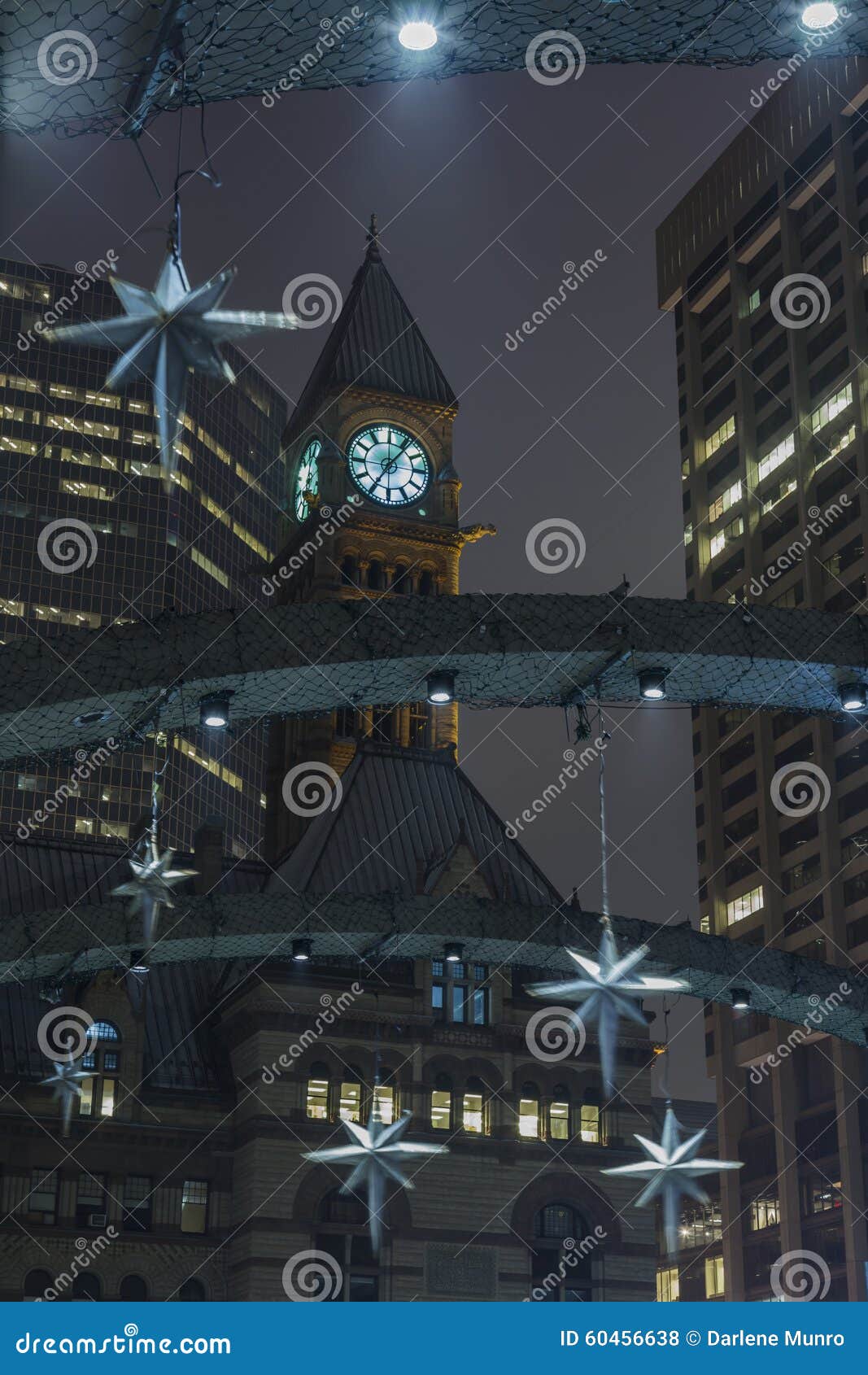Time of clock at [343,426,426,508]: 7:07
